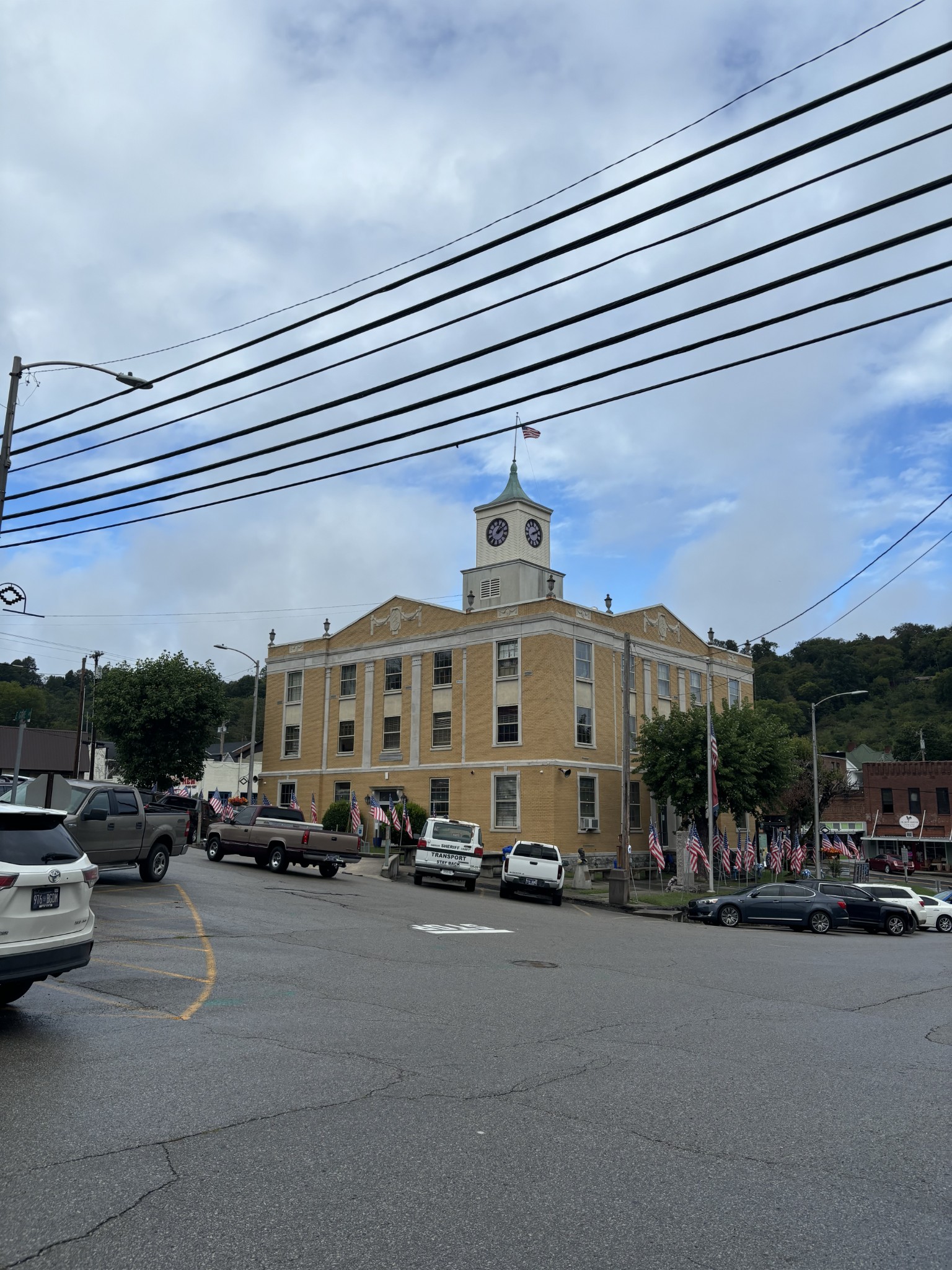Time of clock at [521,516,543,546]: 2:10
